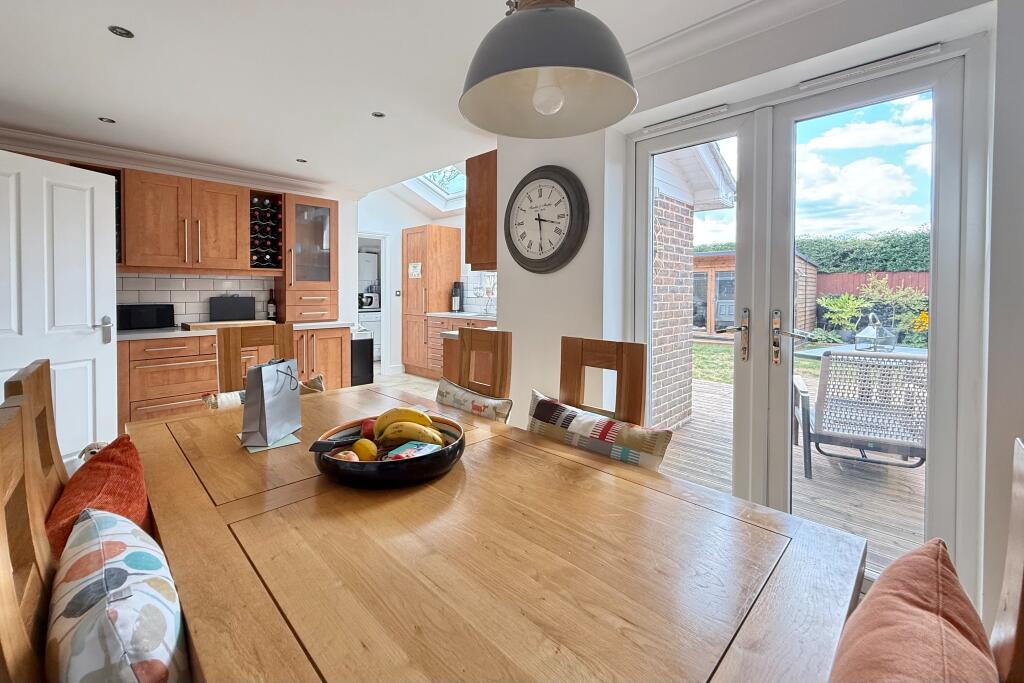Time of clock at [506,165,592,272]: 3:29
